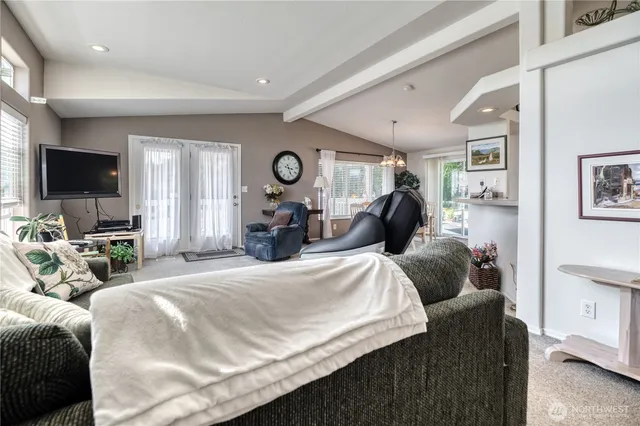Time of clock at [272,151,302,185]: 3:26
